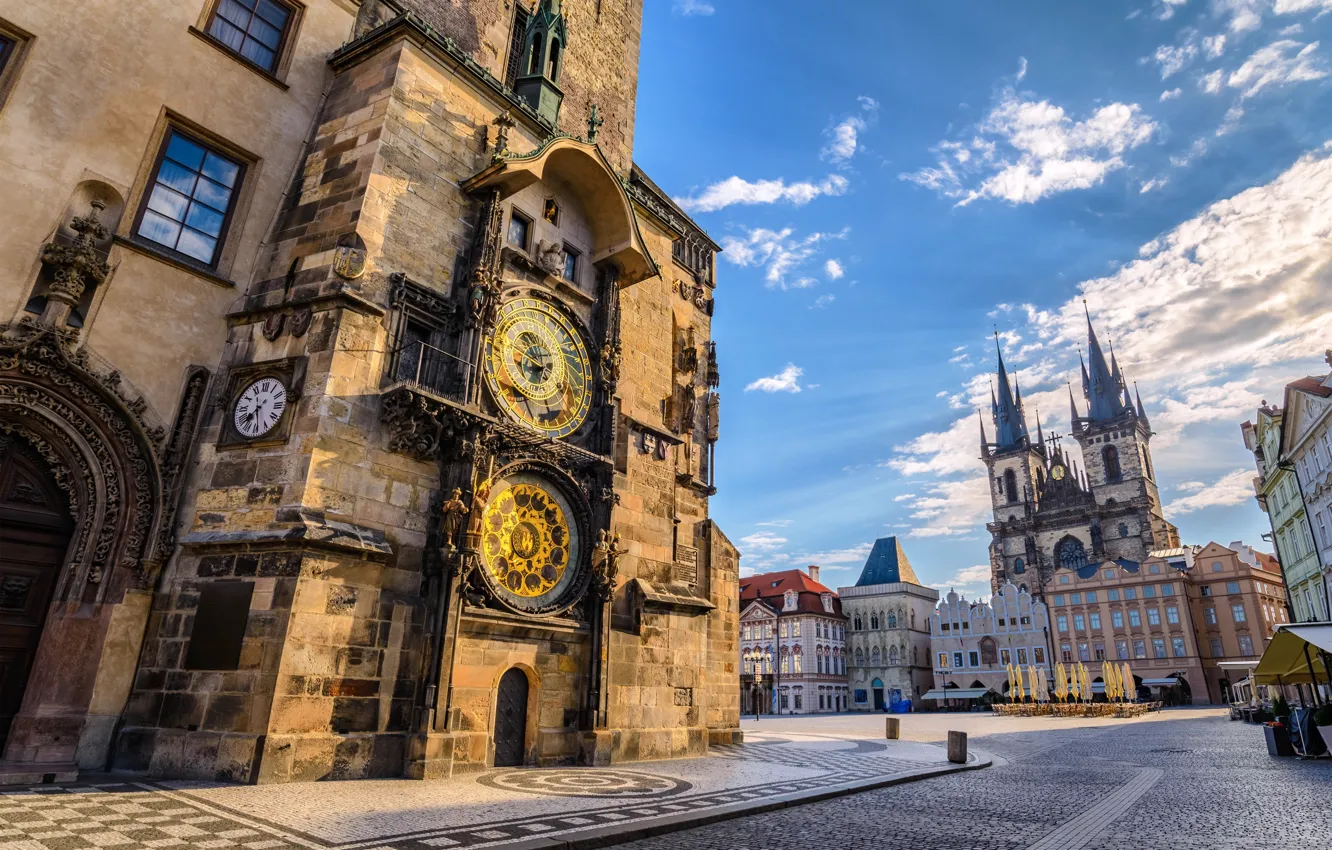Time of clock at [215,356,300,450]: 7:28
